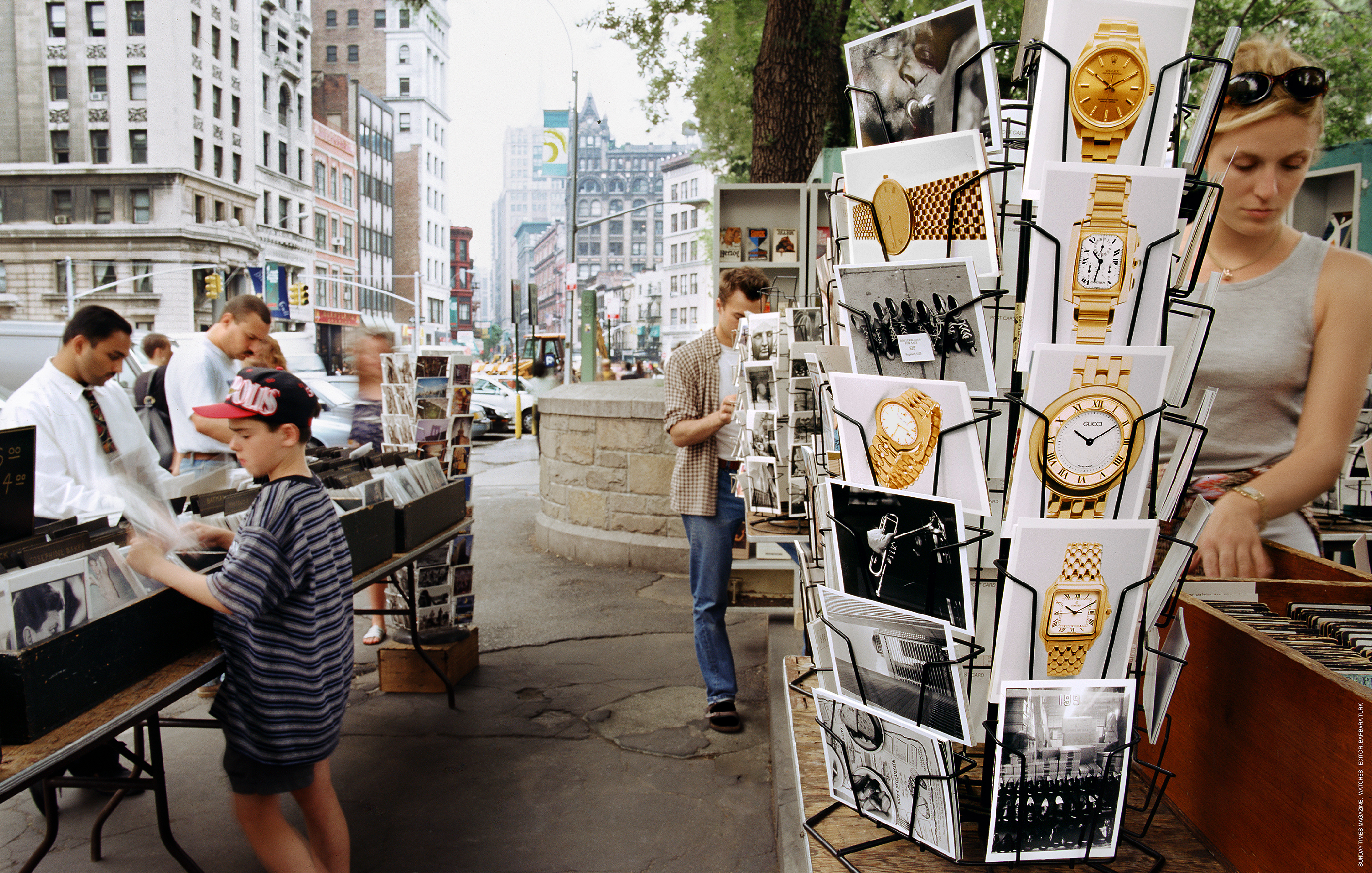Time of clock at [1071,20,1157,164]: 10:10
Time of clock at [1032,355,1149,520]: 10:09
